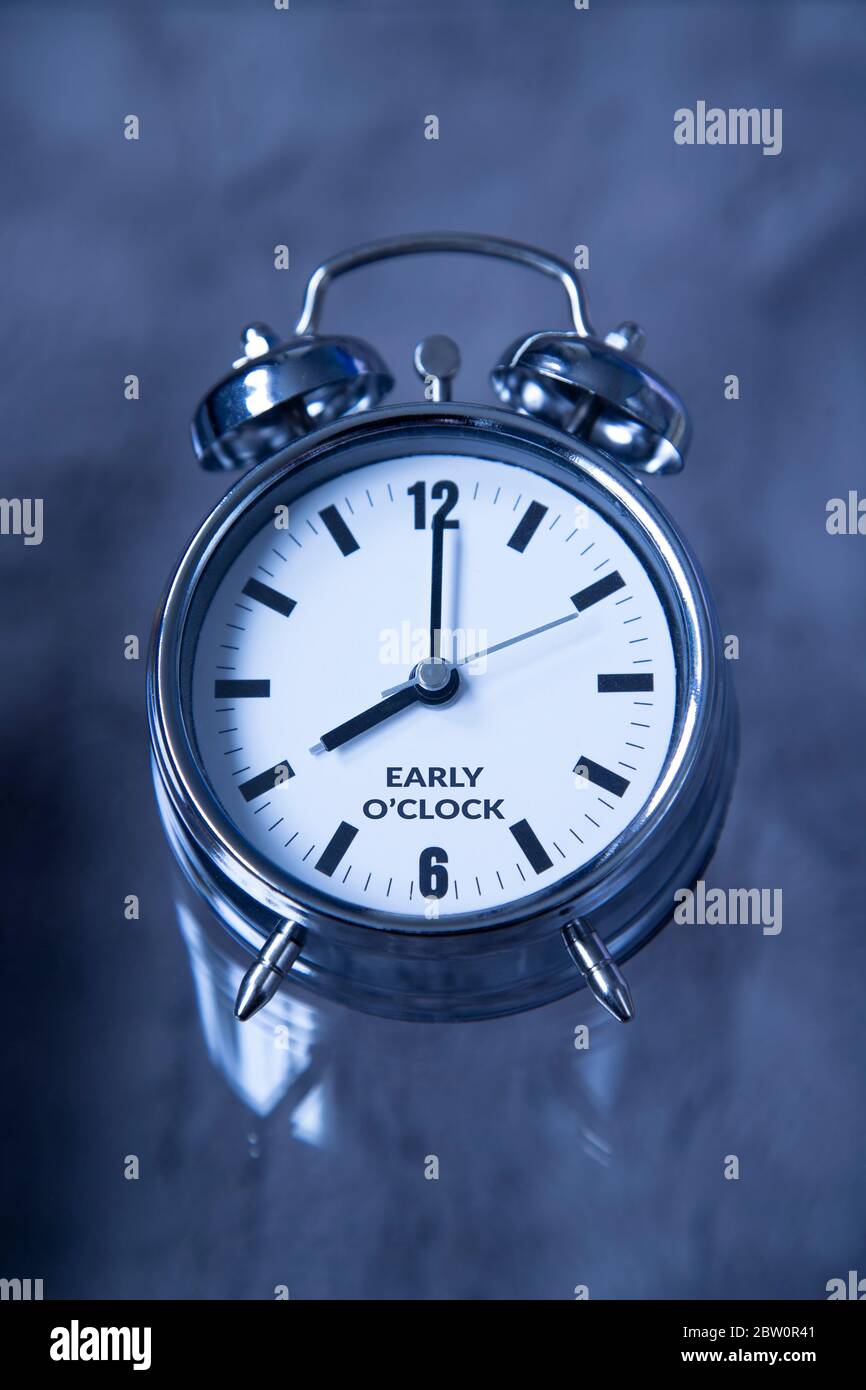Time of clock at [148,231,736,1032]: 8:00
